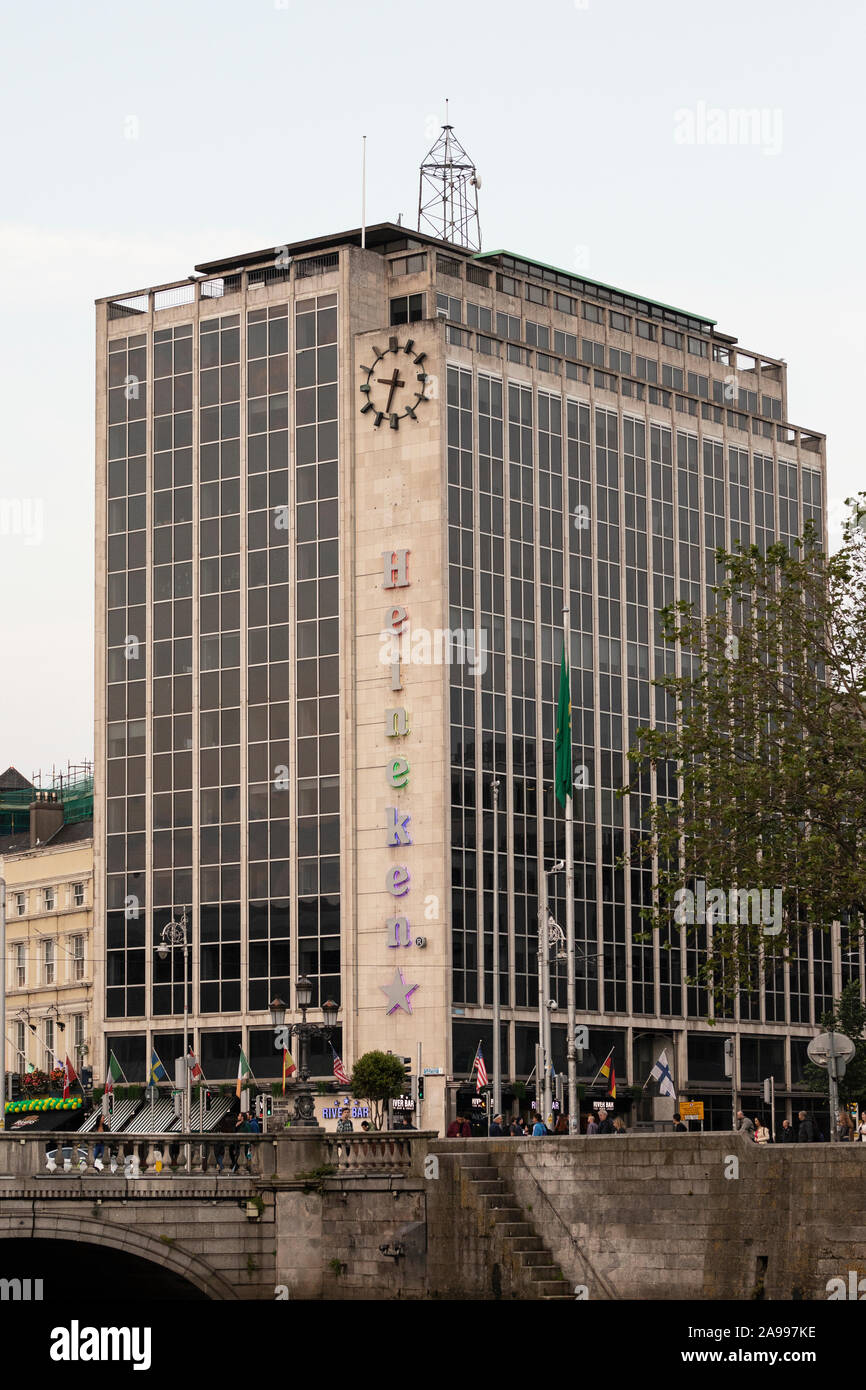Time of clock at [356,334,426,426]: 9:33
